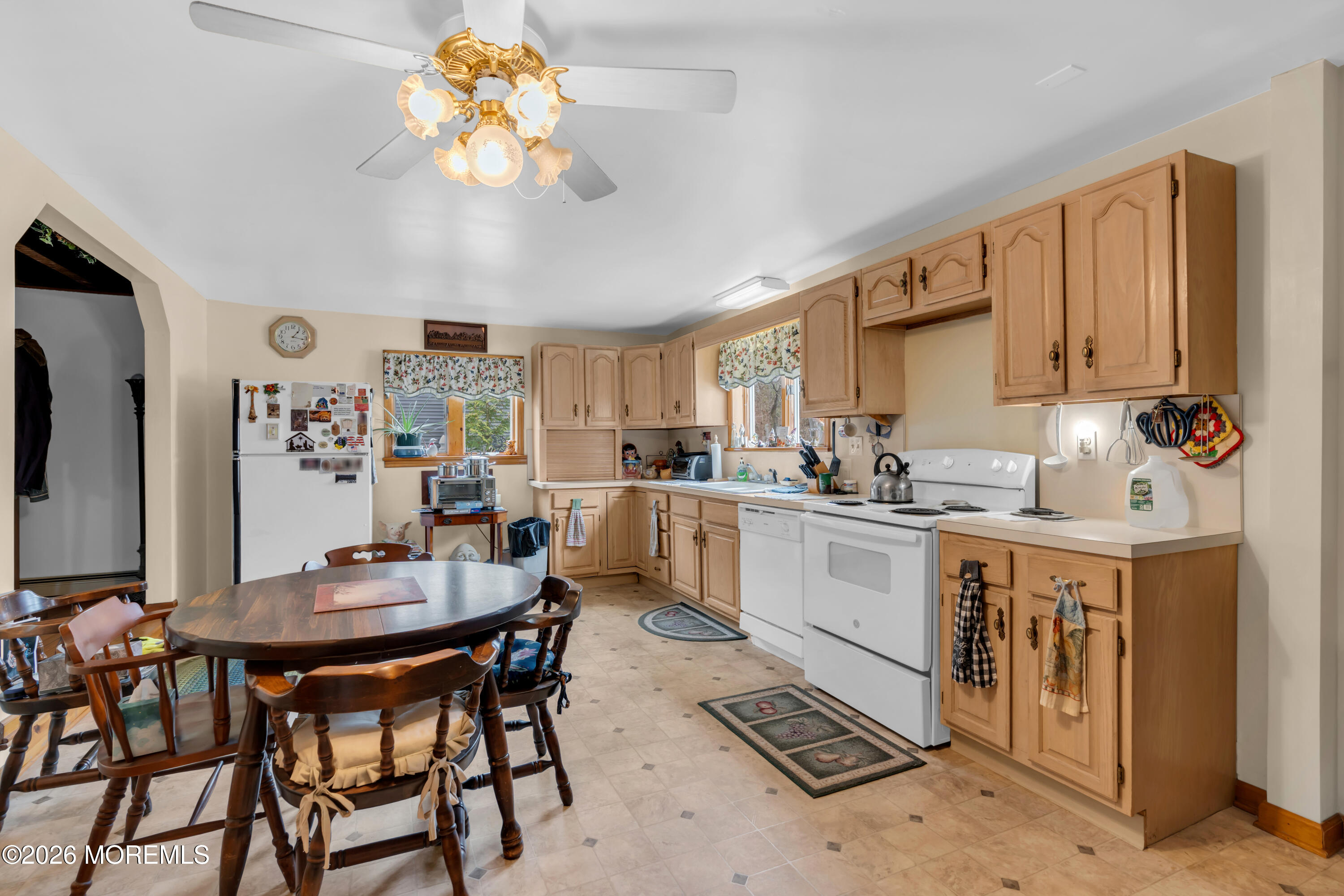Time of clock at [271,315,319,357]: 1:16
